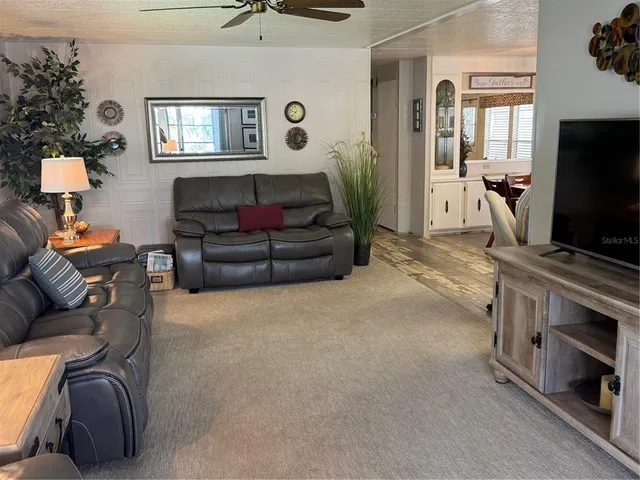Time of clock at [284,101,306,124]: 9:36
